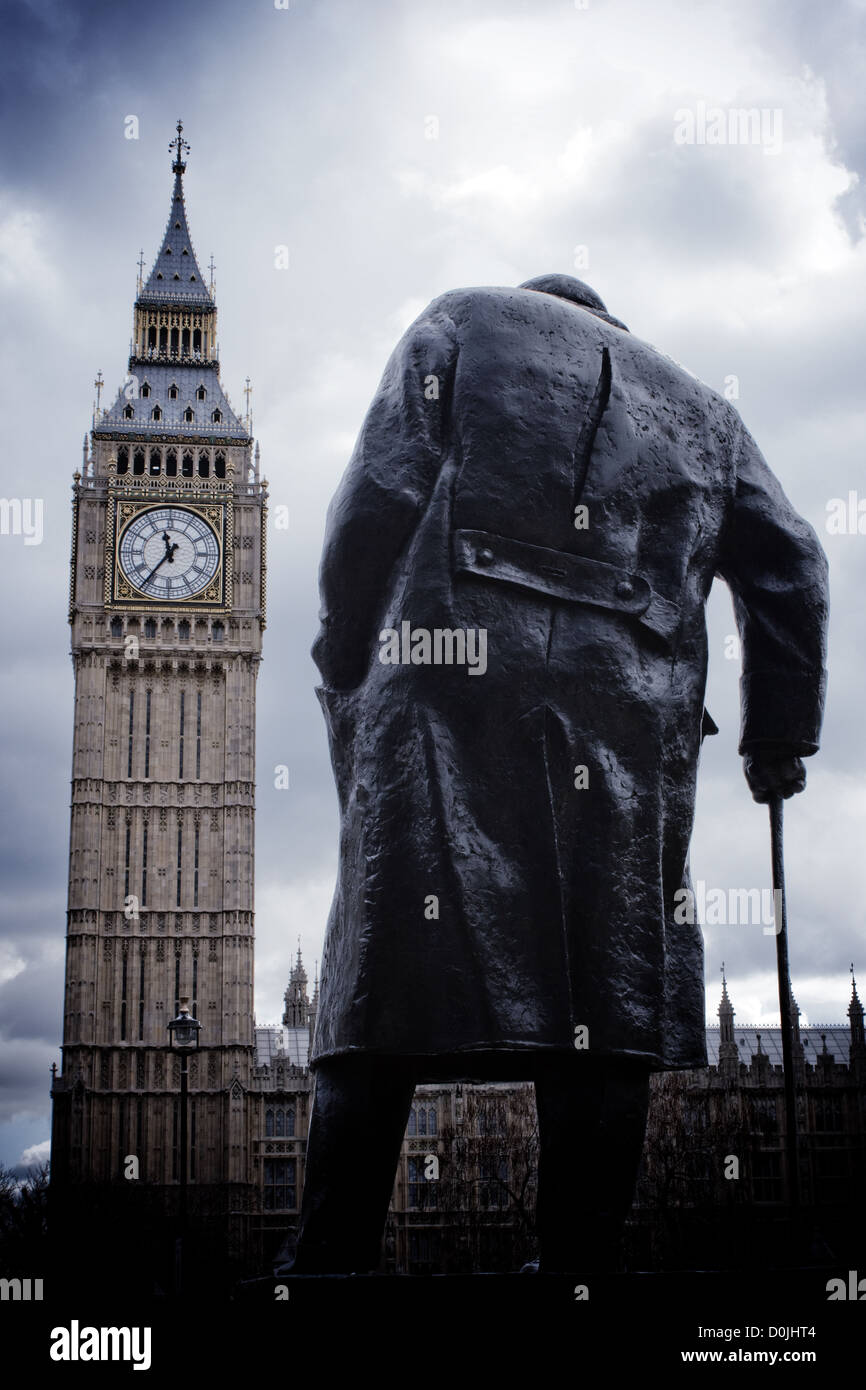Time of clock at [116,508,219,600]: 11:36
